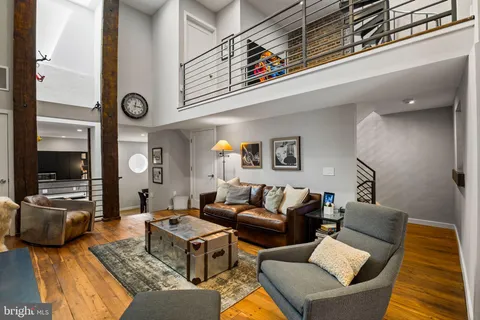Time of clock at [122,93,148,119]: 12:16
